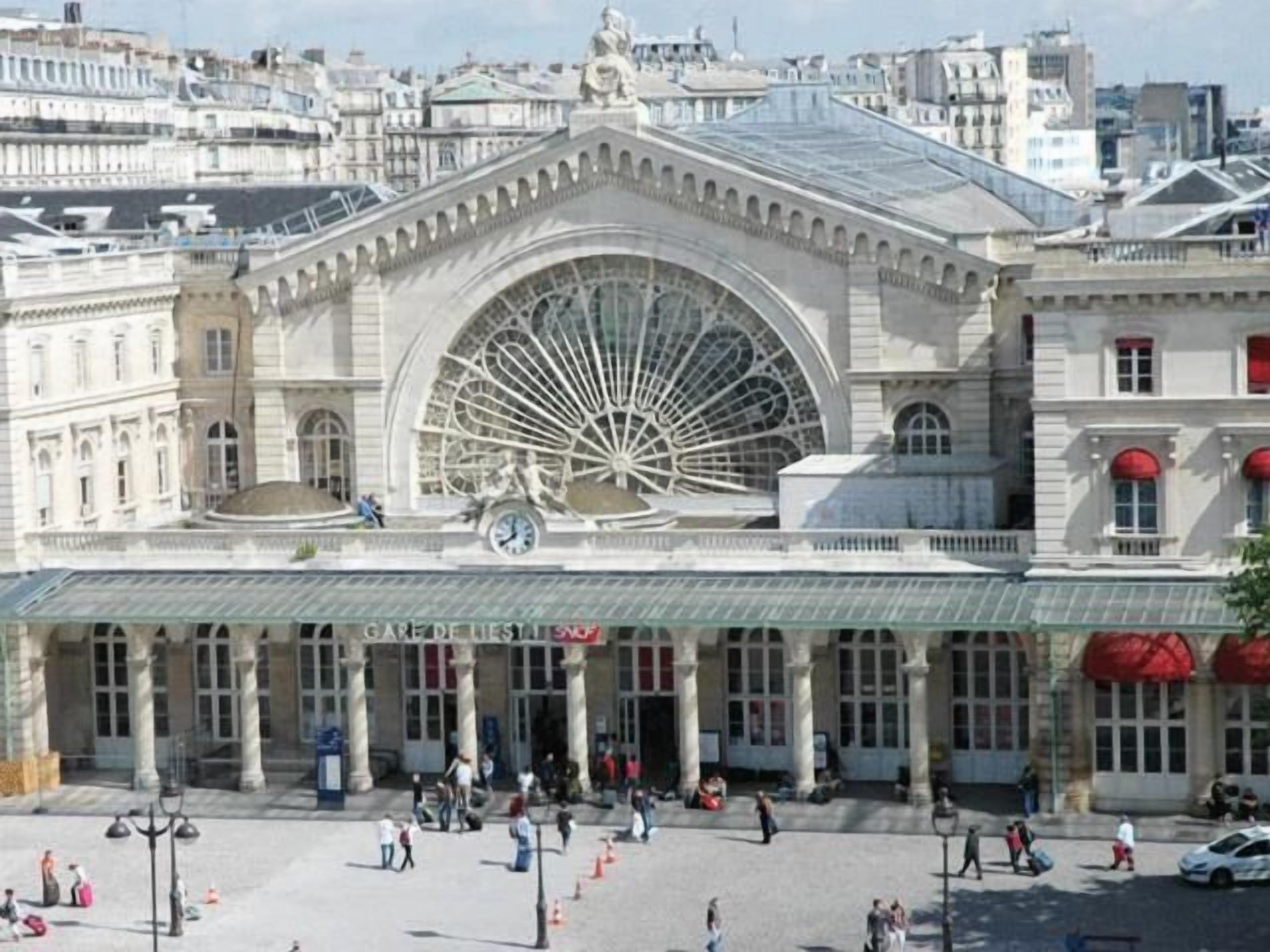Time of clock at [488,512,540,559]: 11:38
